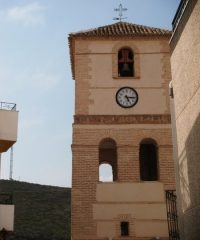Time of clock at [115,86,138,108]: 5:15
